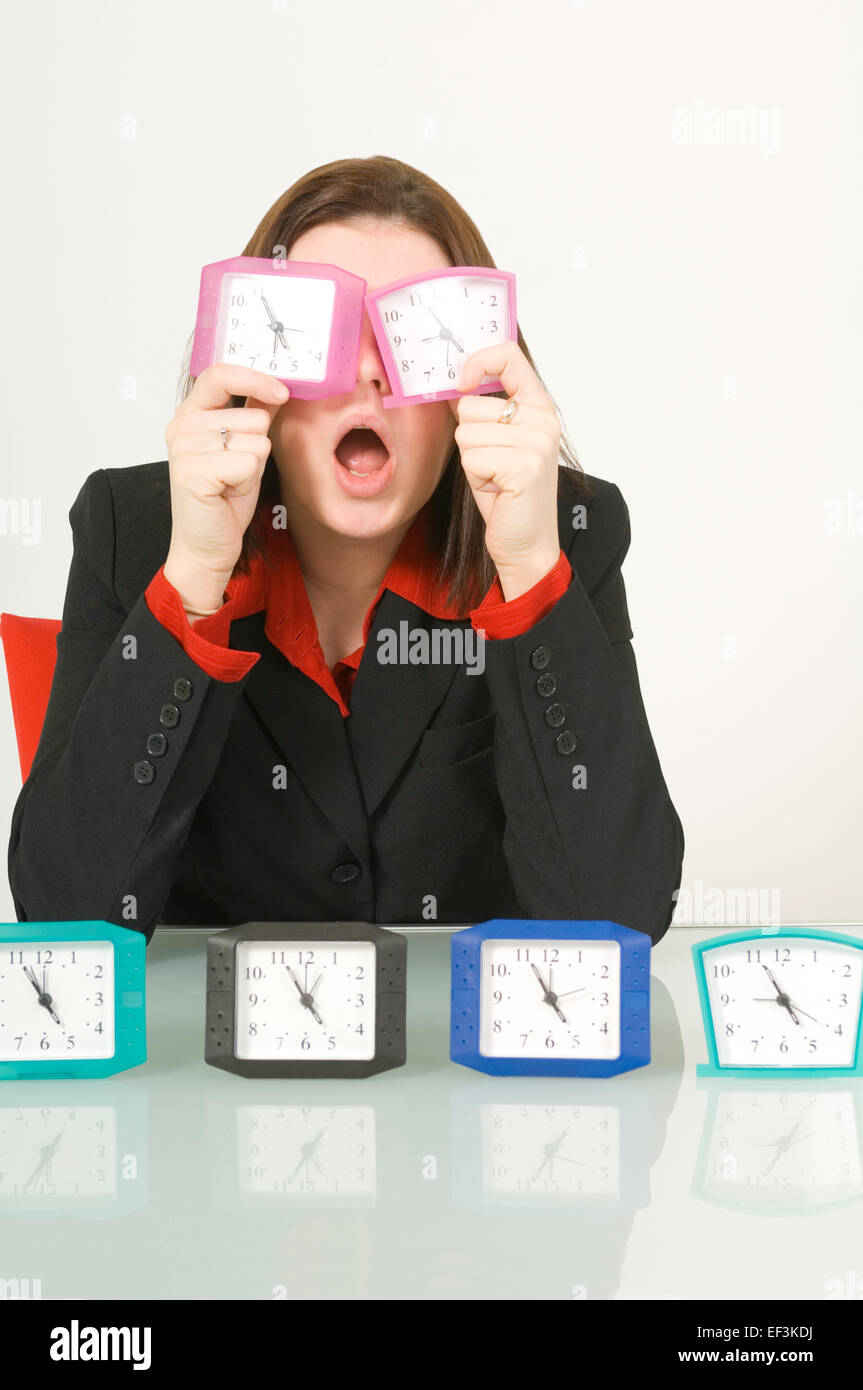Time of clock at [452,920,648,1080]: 4:55
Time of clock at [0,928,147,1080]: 4:55
